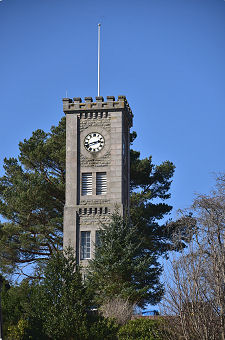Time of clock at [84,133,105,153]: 2:42
